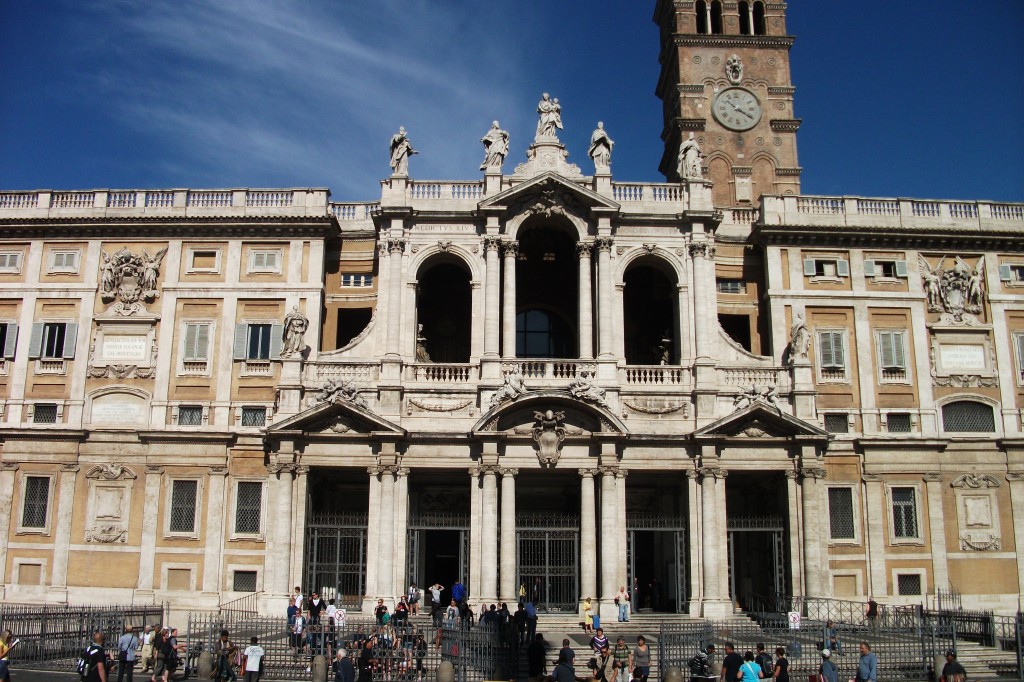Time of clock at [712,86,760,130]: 10:20
